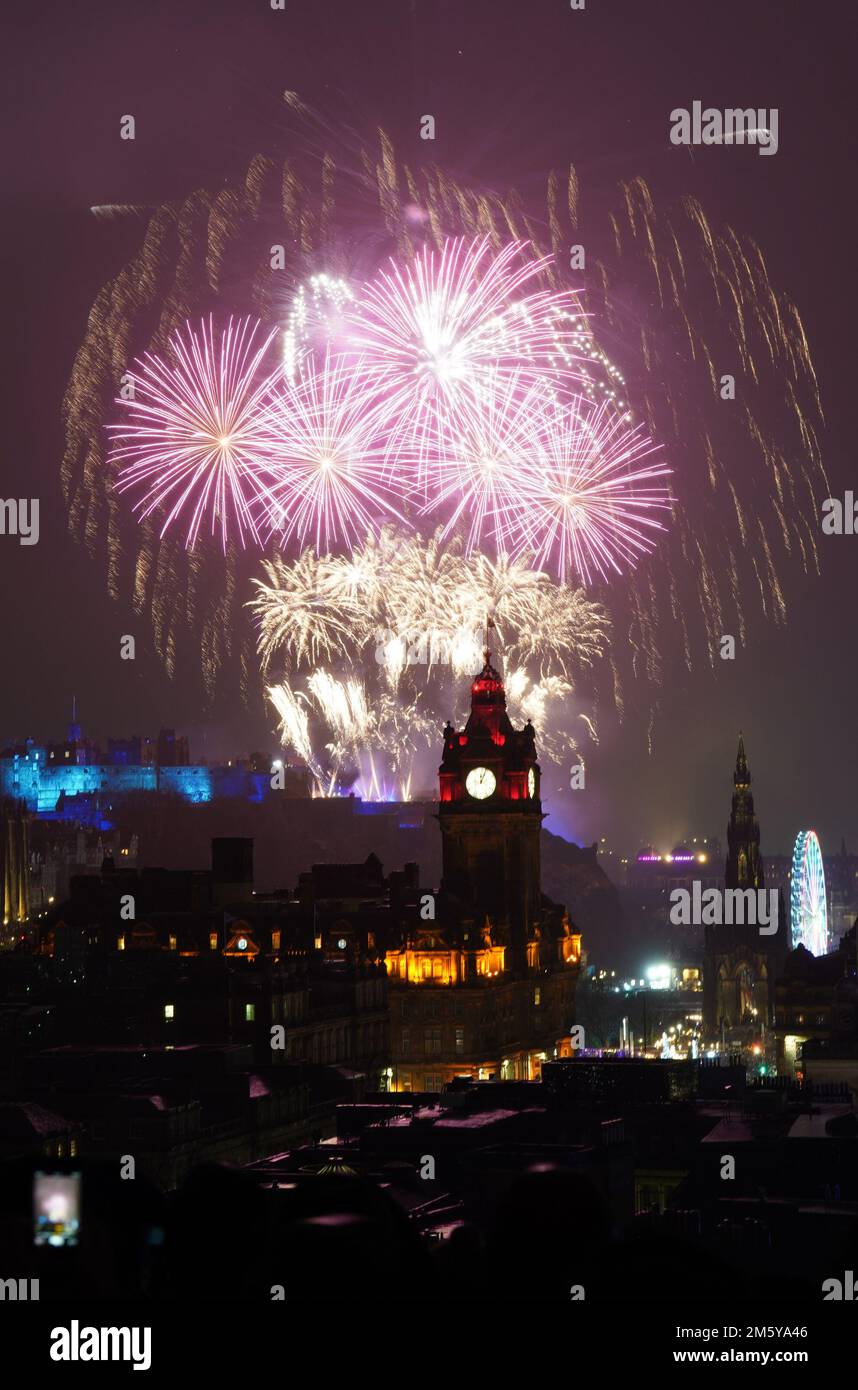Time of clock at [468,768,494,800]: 12:03
